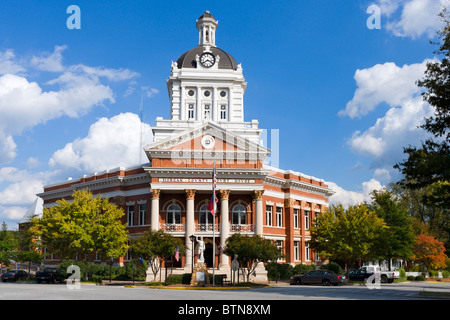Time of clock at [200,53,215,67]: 3:39
